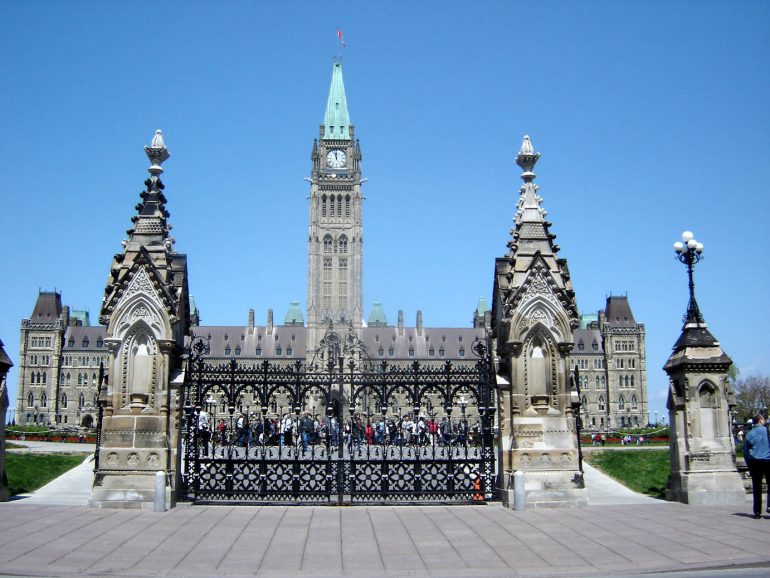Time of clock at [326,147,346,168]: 11:57
